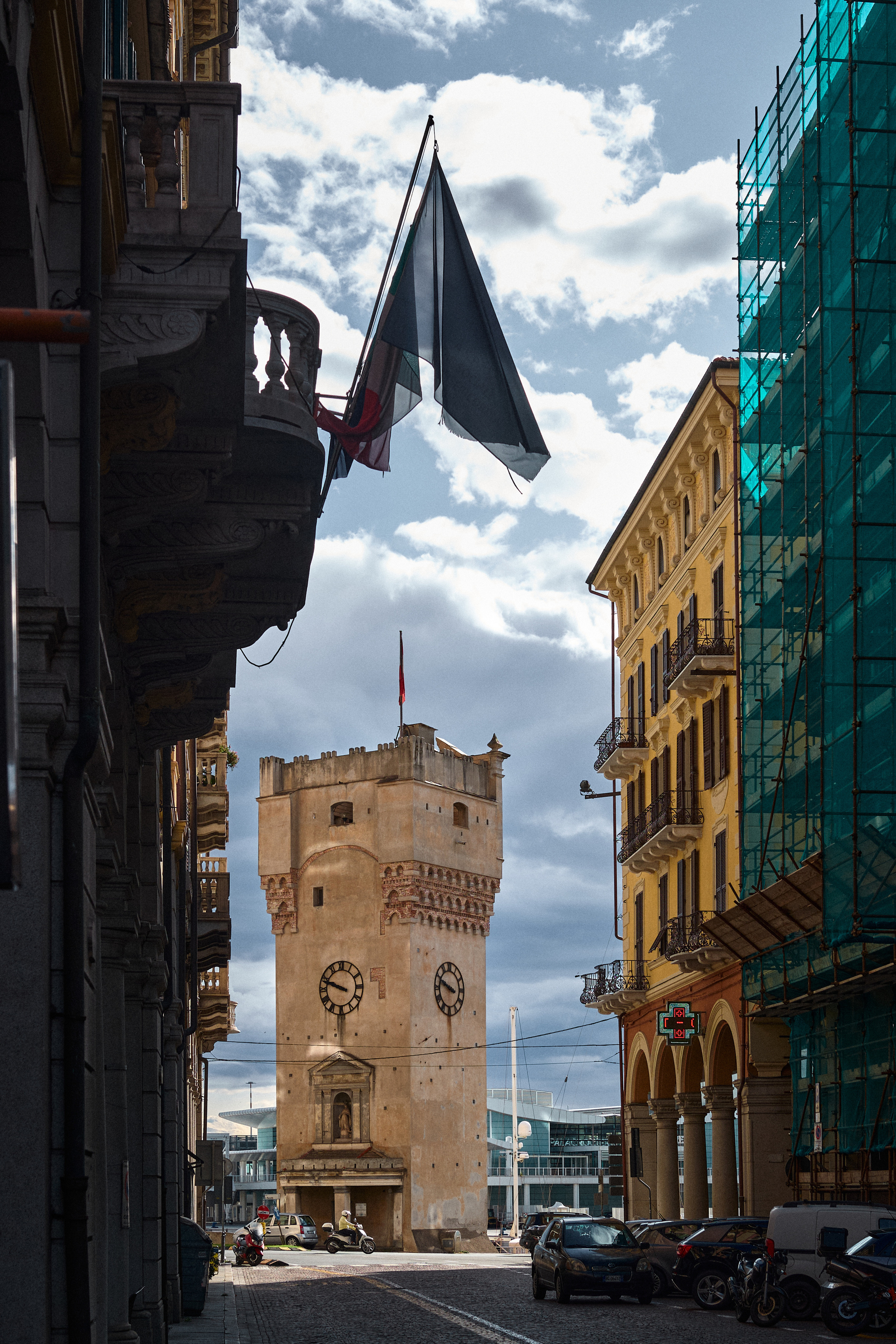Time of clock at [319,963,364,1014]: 9:48
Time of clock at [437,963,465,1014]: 9:48
